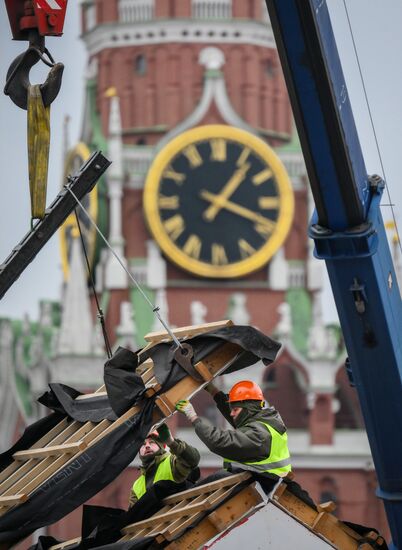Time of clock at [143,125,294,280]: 1:18
